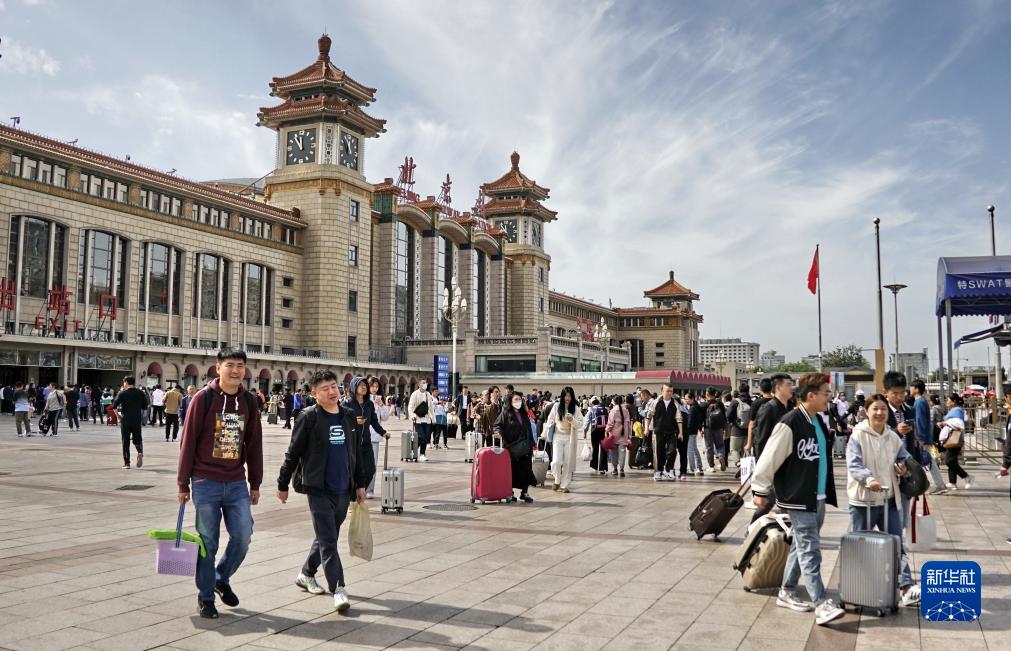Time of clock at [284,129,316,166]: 11:53
